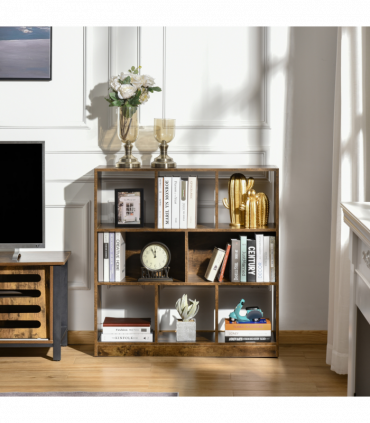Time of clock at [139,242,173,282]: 11:55
